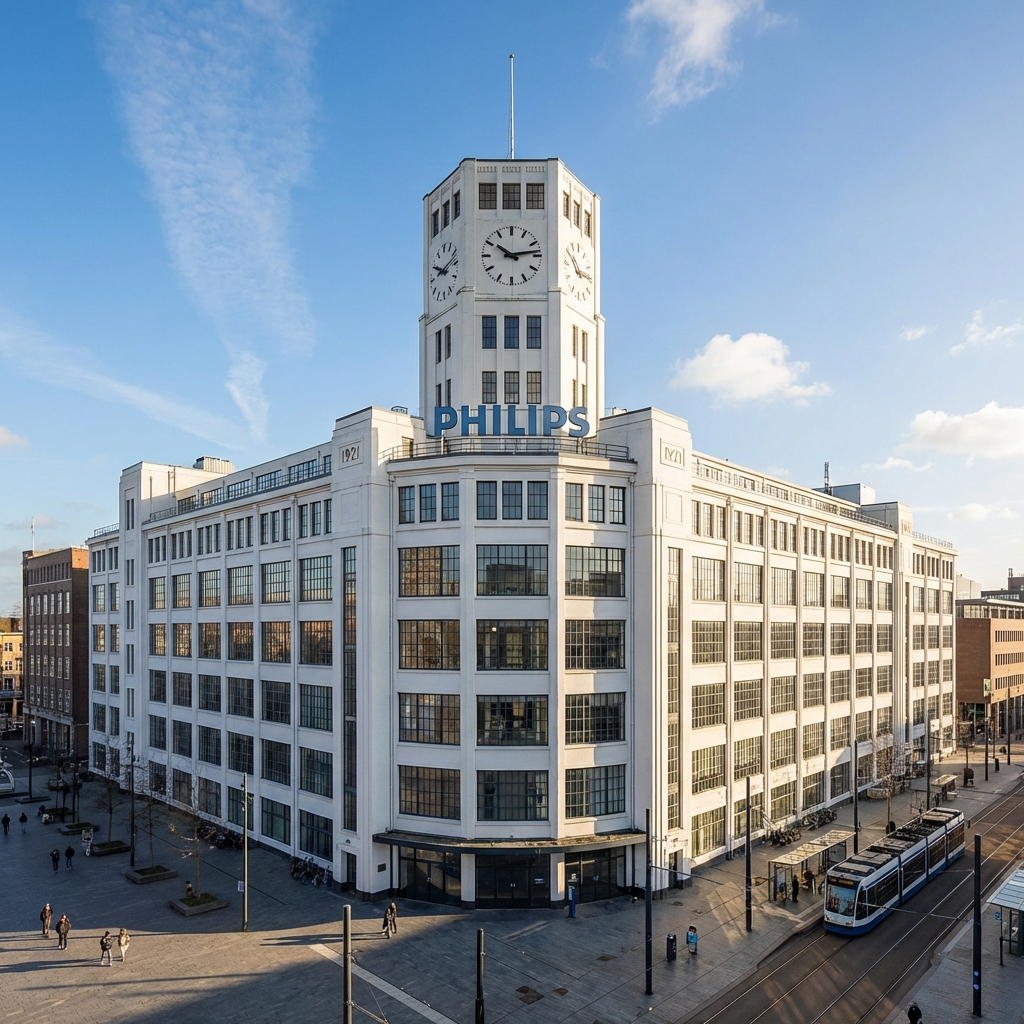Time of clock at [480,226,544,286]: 10:13
